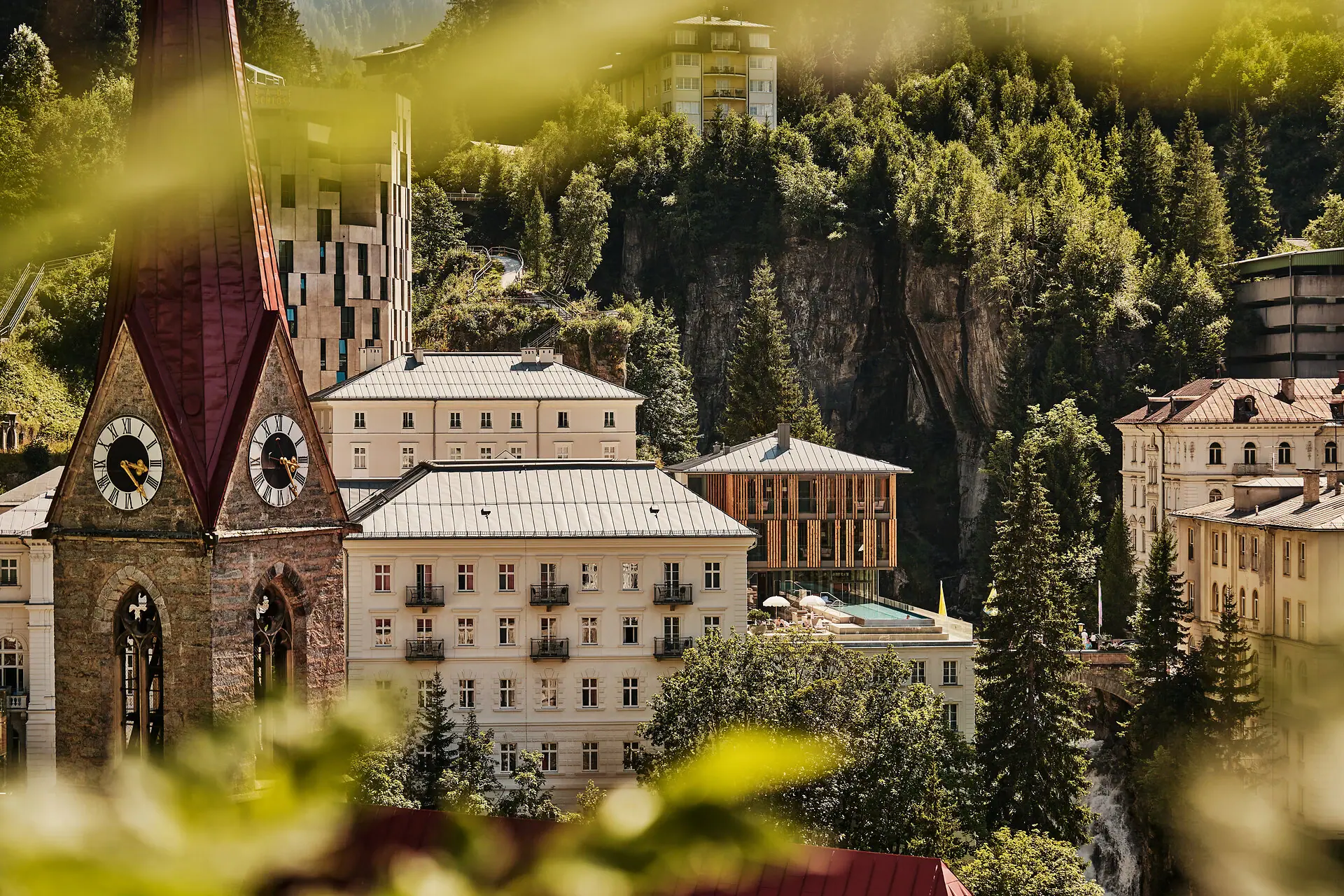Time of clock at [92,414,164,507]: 3:23
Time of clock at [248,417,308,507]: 3:24
